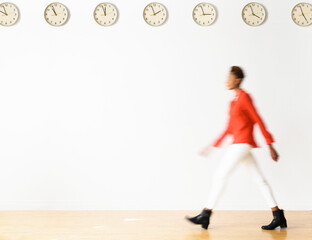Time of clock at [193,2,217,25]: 2:57
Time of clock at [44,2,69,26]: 10:56
